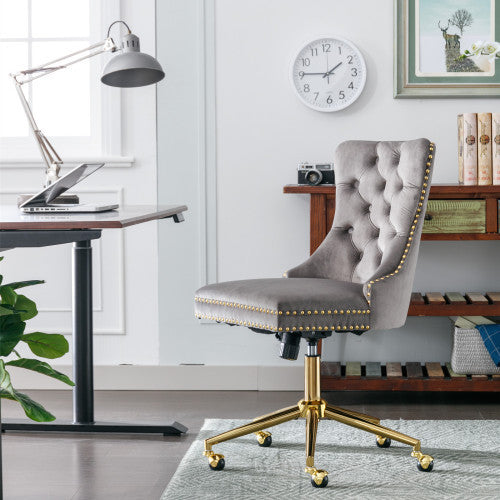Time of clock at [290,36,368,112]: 1:45
